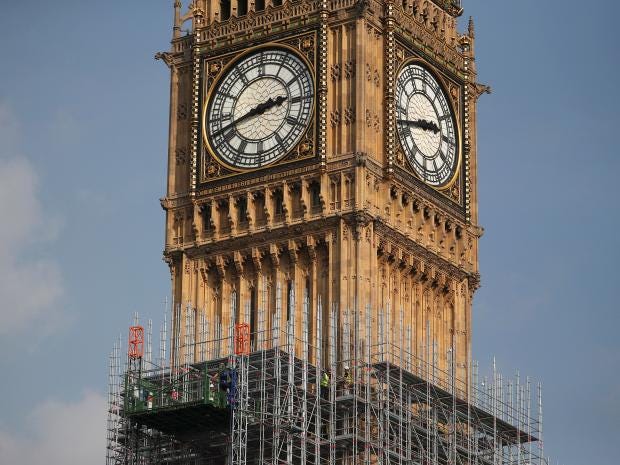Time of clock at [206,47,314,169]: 2:42
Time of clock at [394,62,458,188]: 2:42
